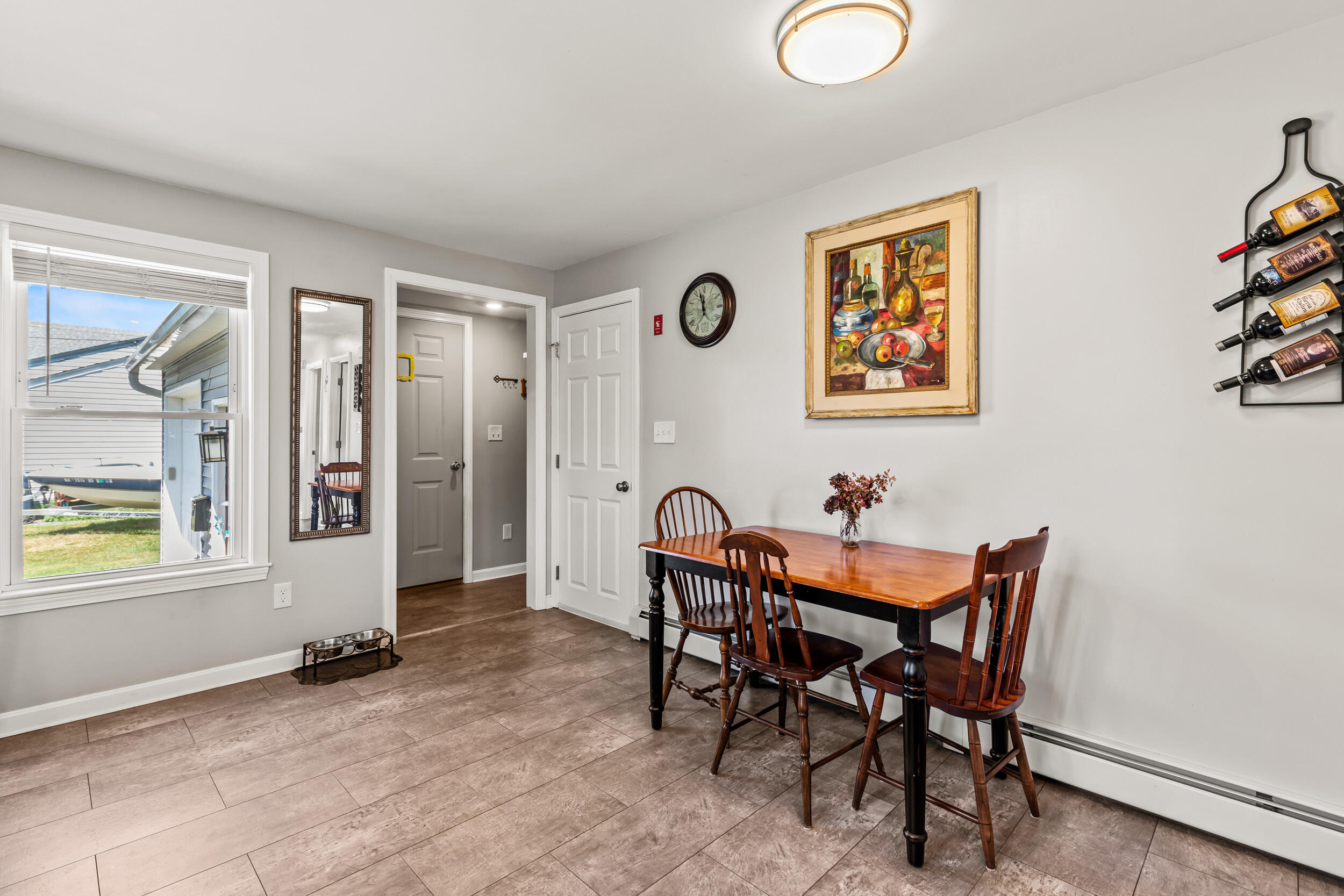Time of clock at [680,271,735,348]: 11:57
